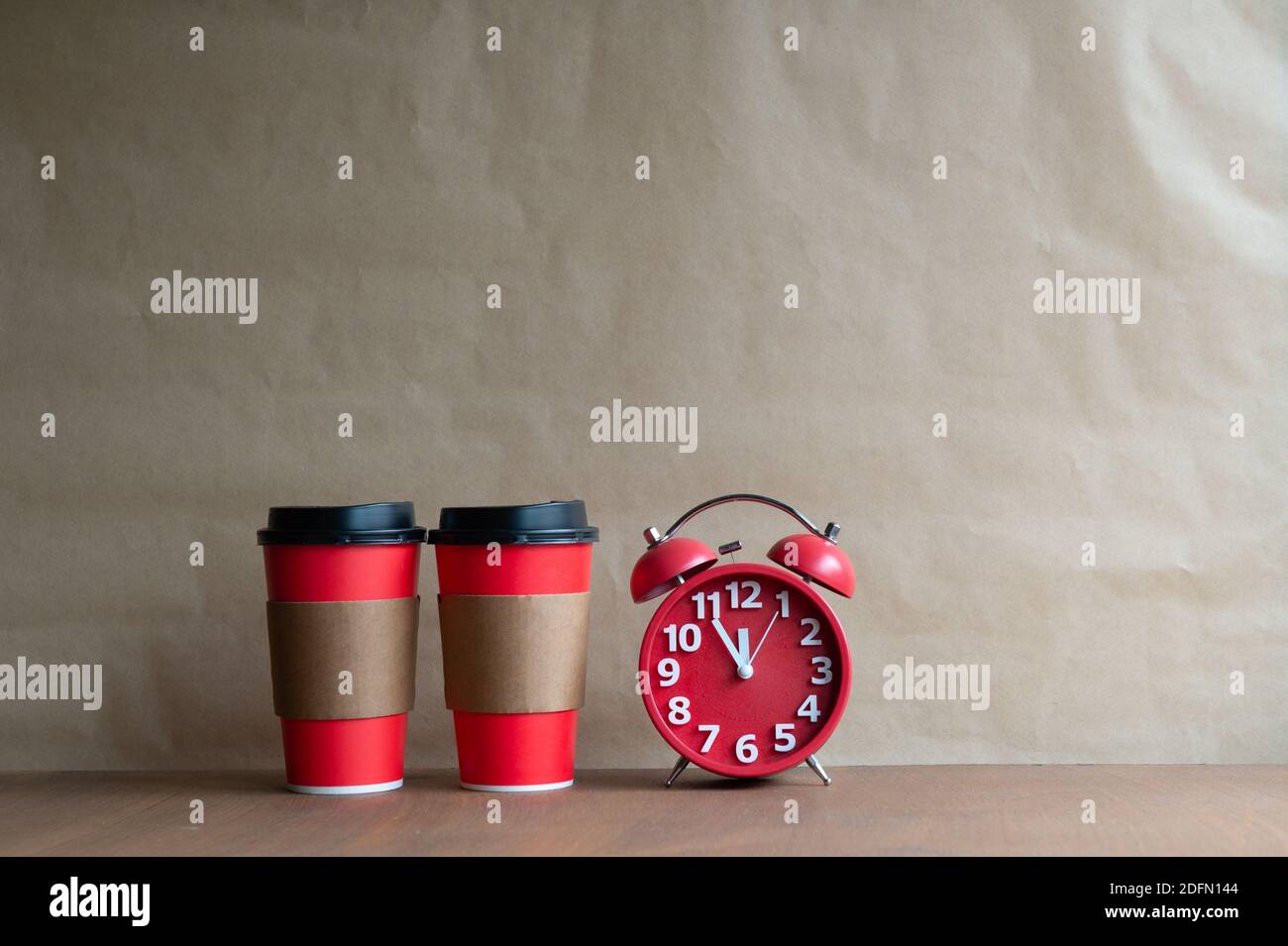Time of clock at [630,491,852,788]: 11:54
